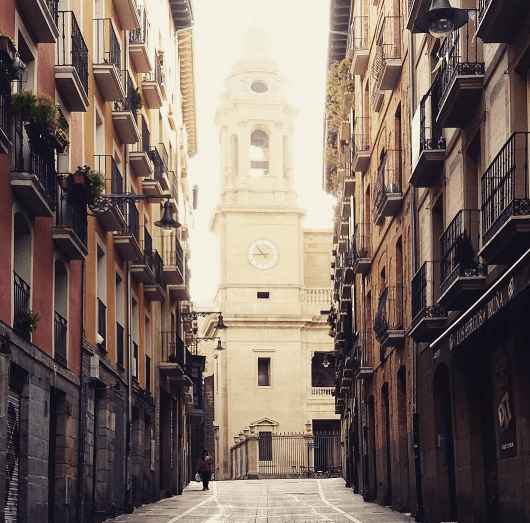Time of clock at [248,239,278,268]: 8:53
